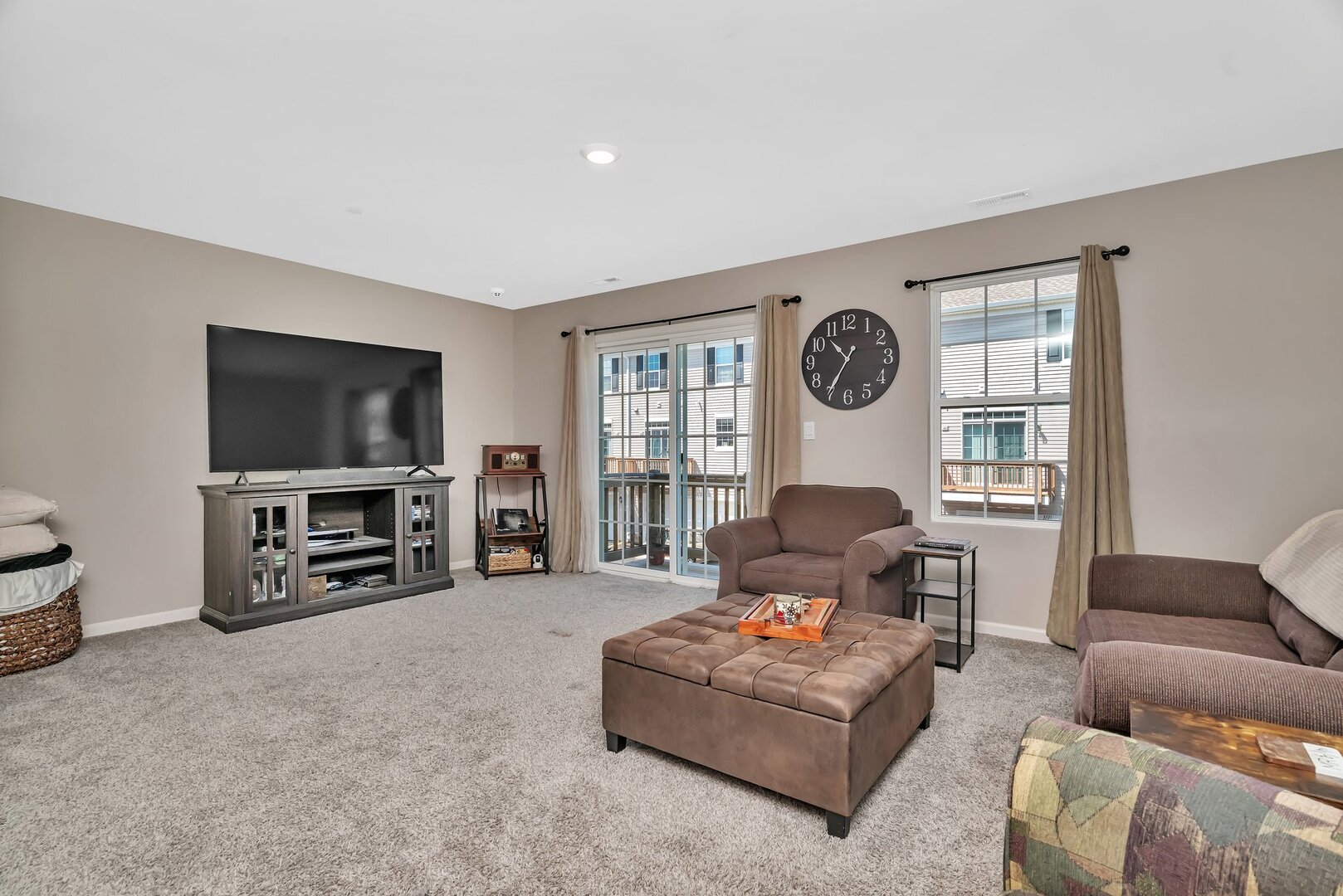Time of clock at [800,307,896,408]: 10:35
